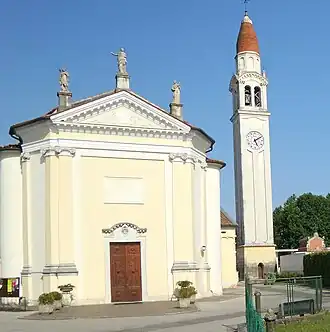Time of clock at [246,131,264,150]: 5:09
